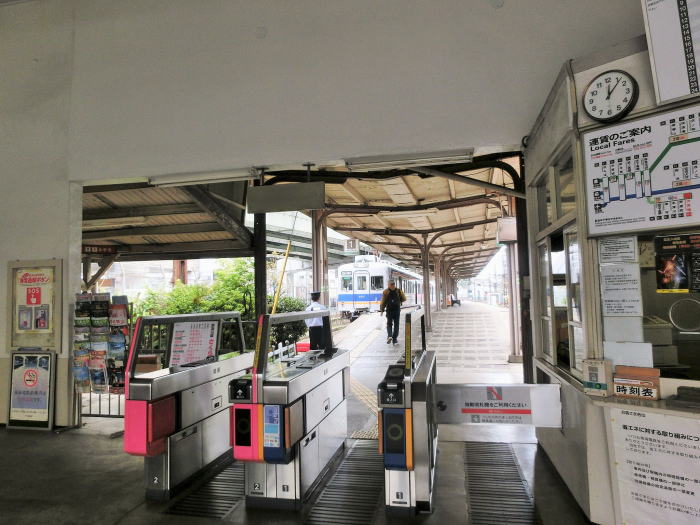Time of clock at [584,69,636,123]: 12:06
